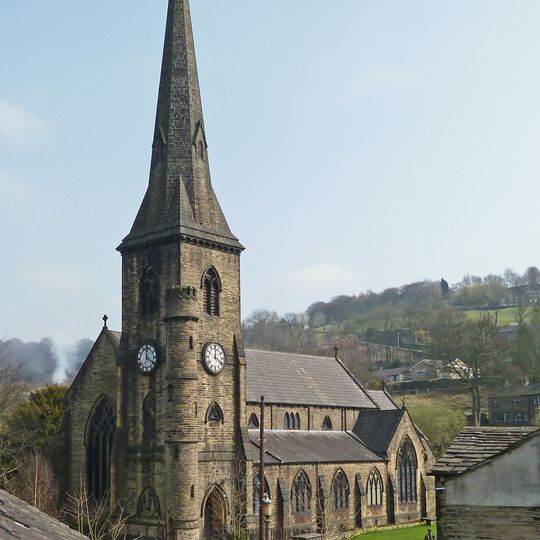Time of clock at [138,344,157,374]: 4:00
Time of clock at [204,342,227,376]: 4:01
